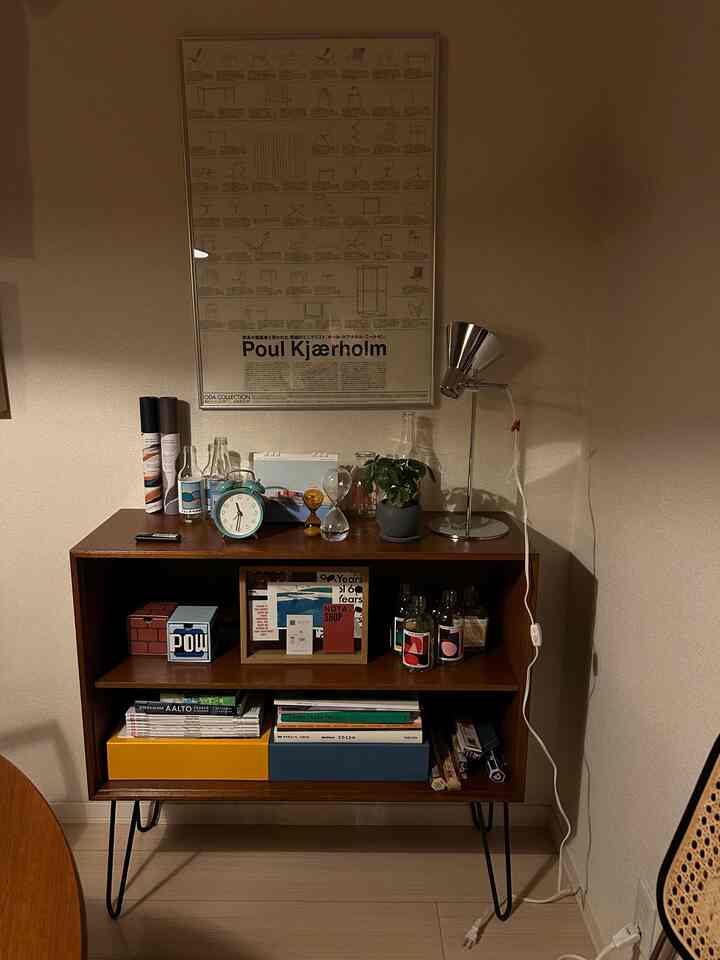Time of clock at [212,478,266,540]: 11:32
